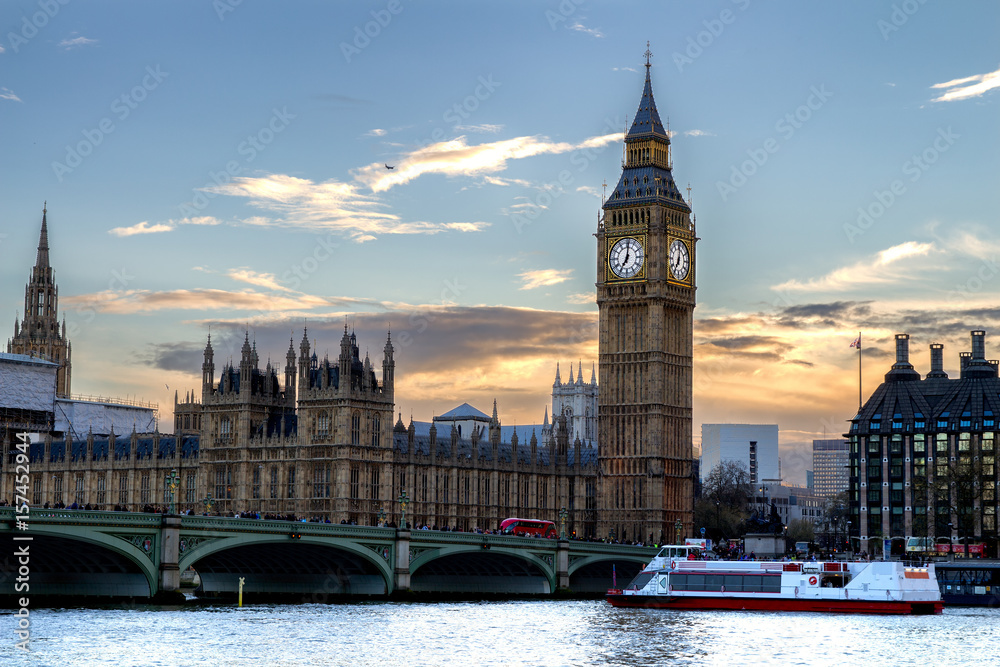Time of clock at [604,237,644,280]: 7:01
